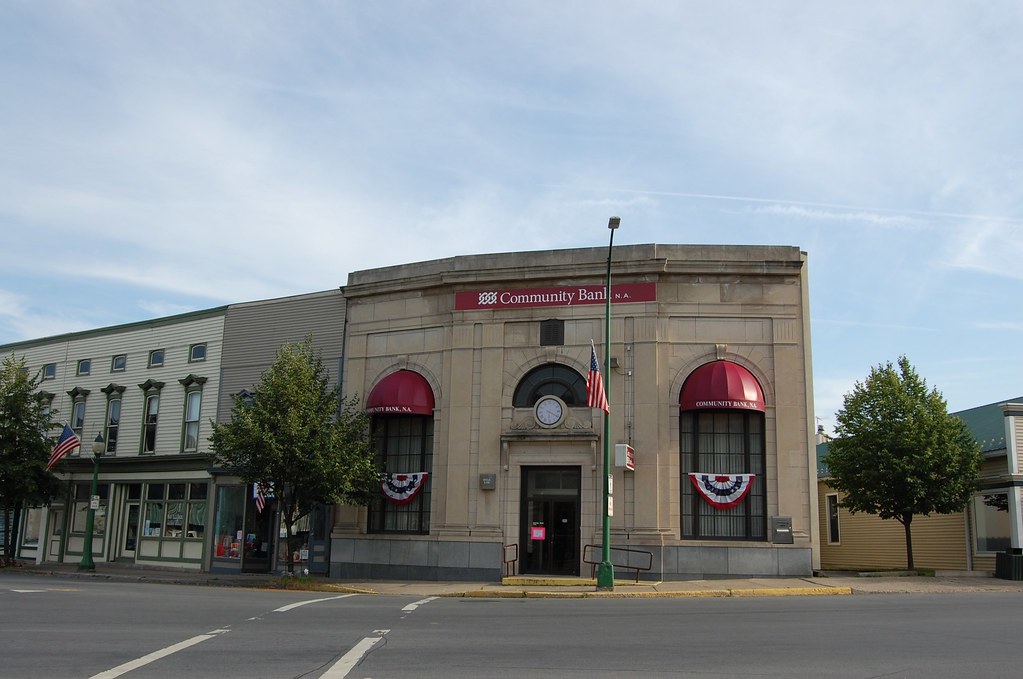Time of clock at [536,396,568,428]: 6:20
